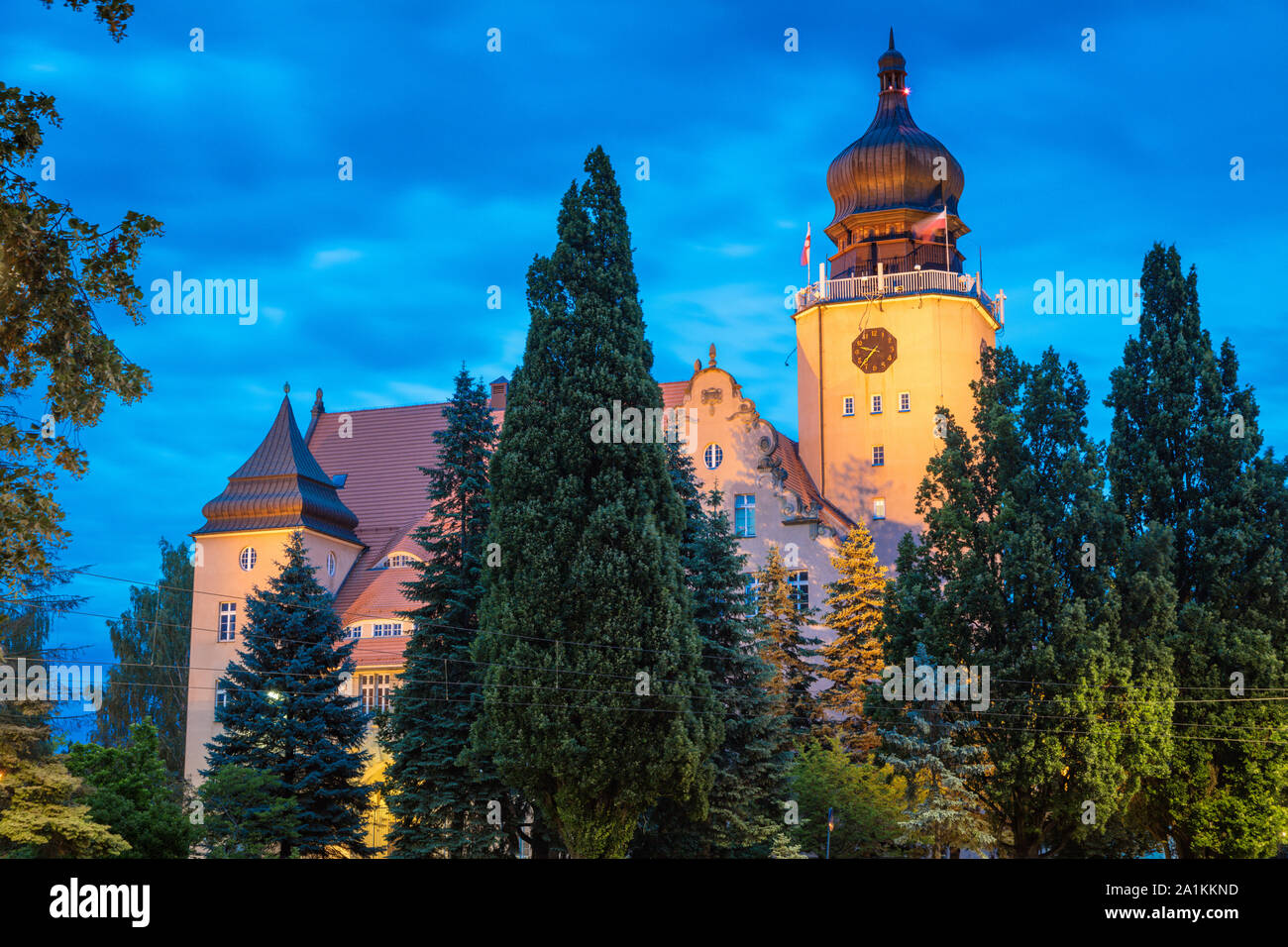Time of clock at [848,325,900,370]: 9:36
